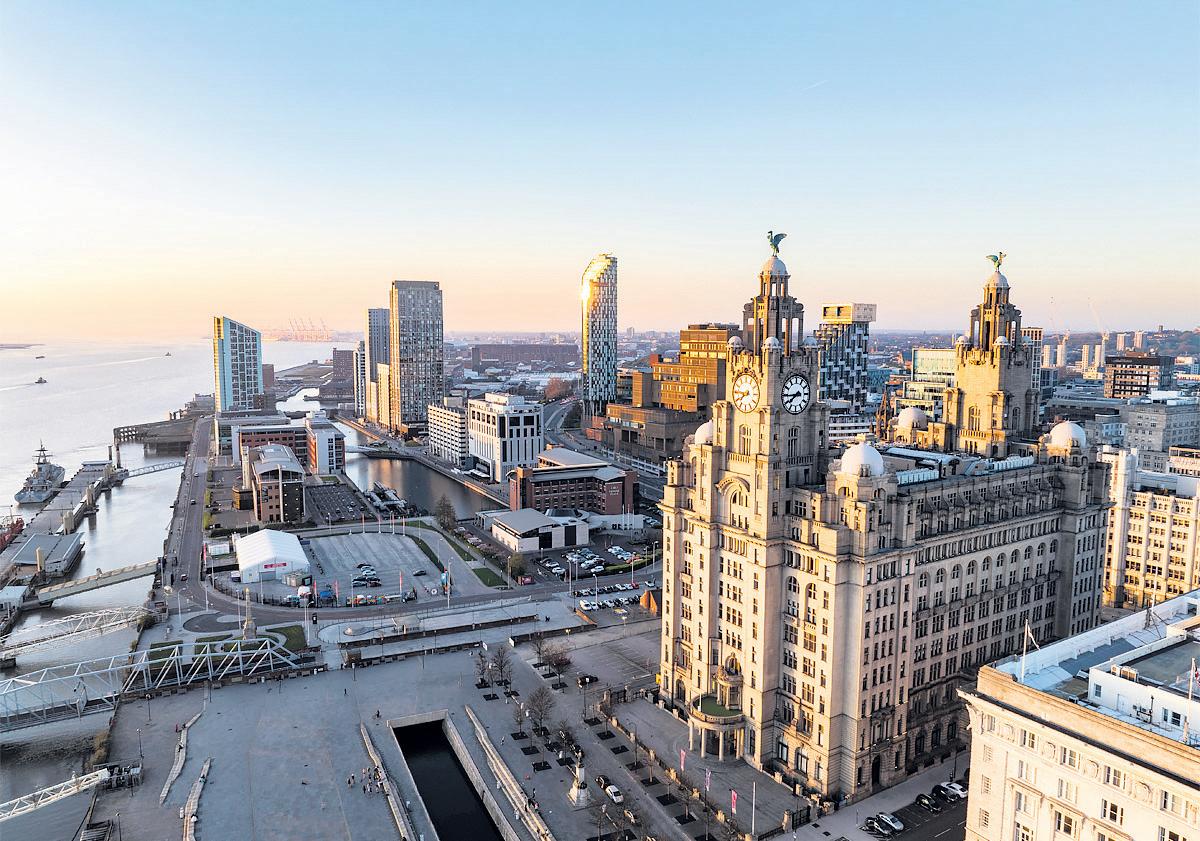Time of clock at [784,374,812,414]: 7:44
